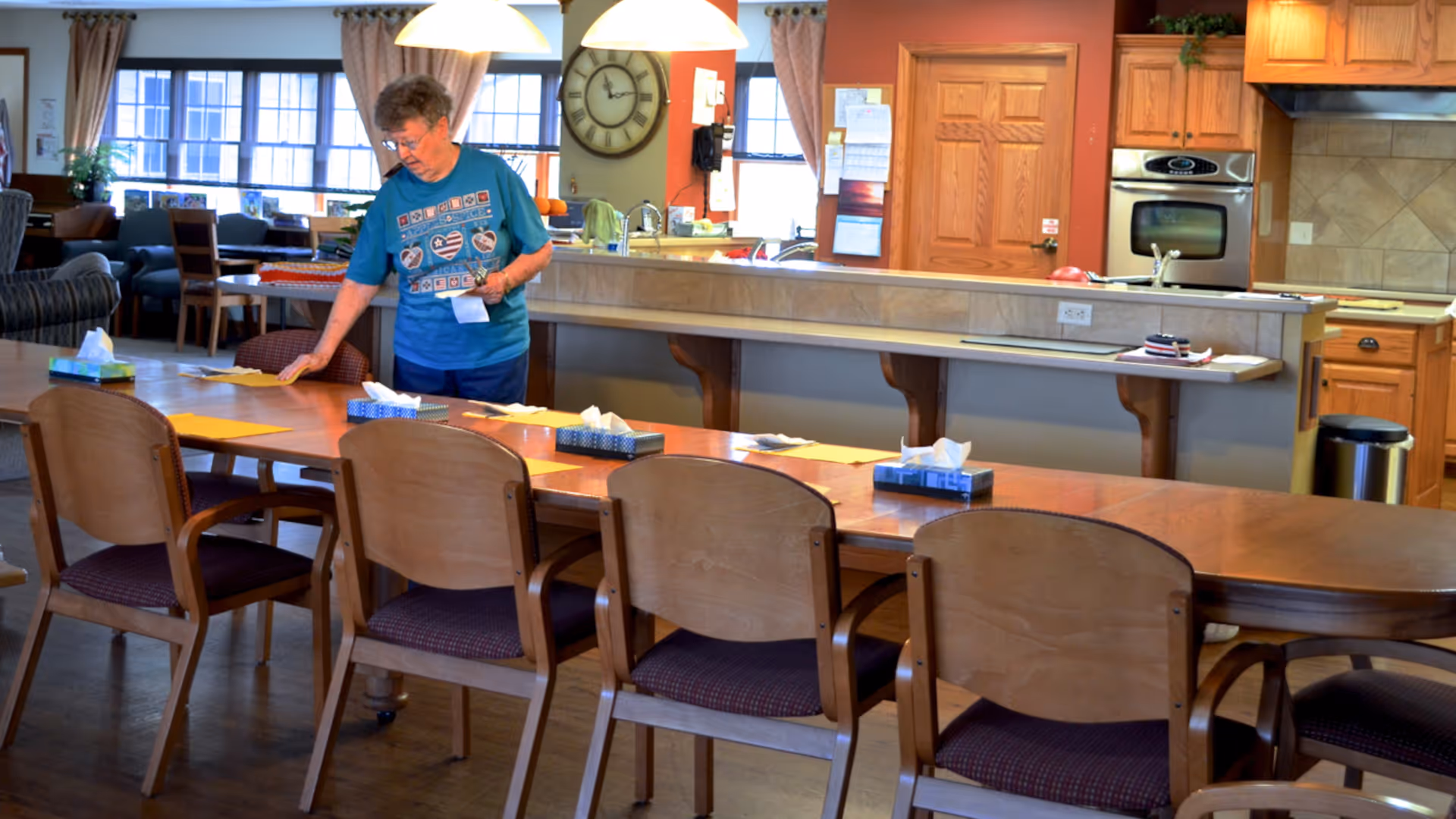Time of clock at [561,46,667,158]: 11:13
